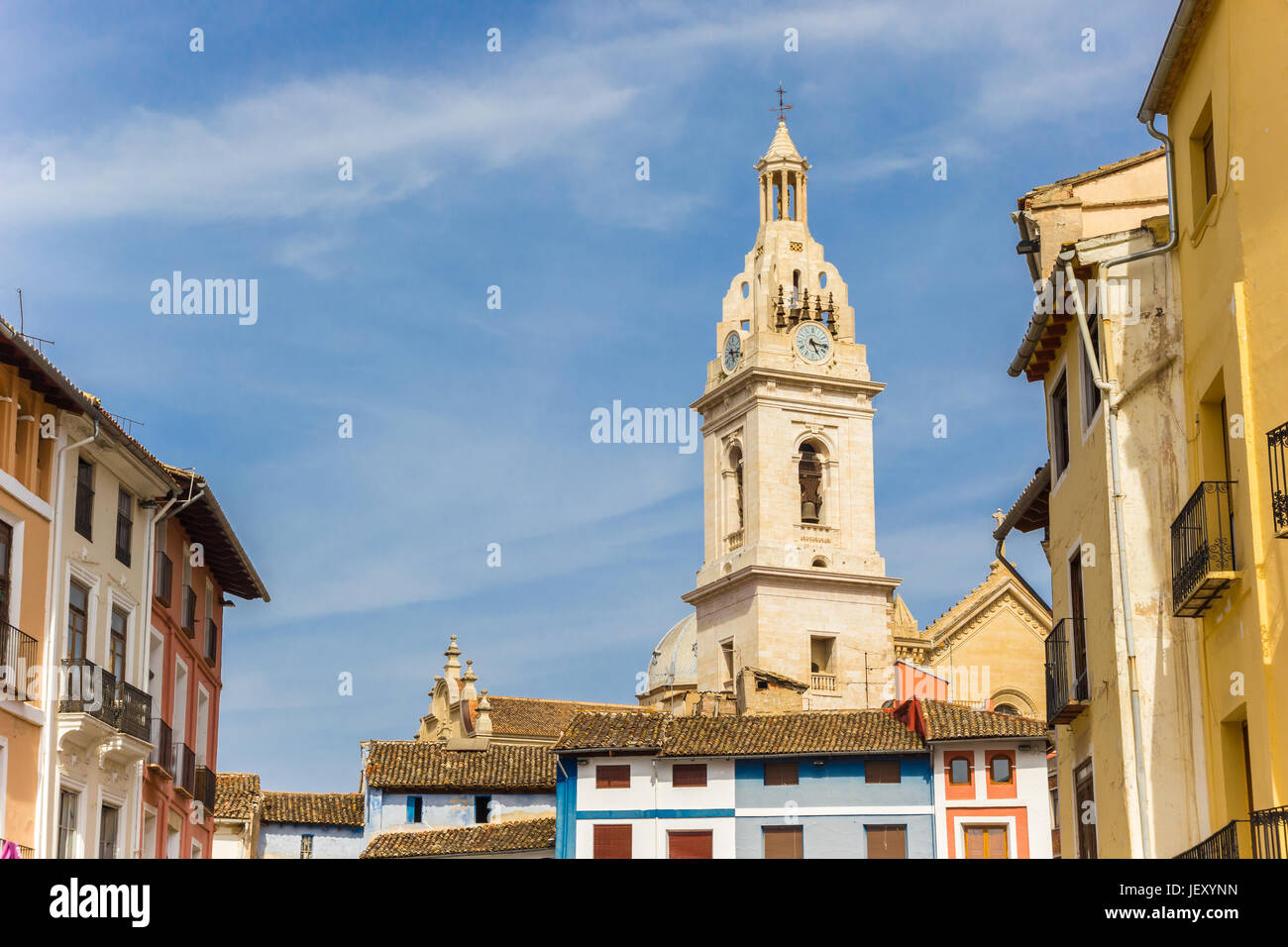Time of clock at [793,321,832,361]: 5:16
